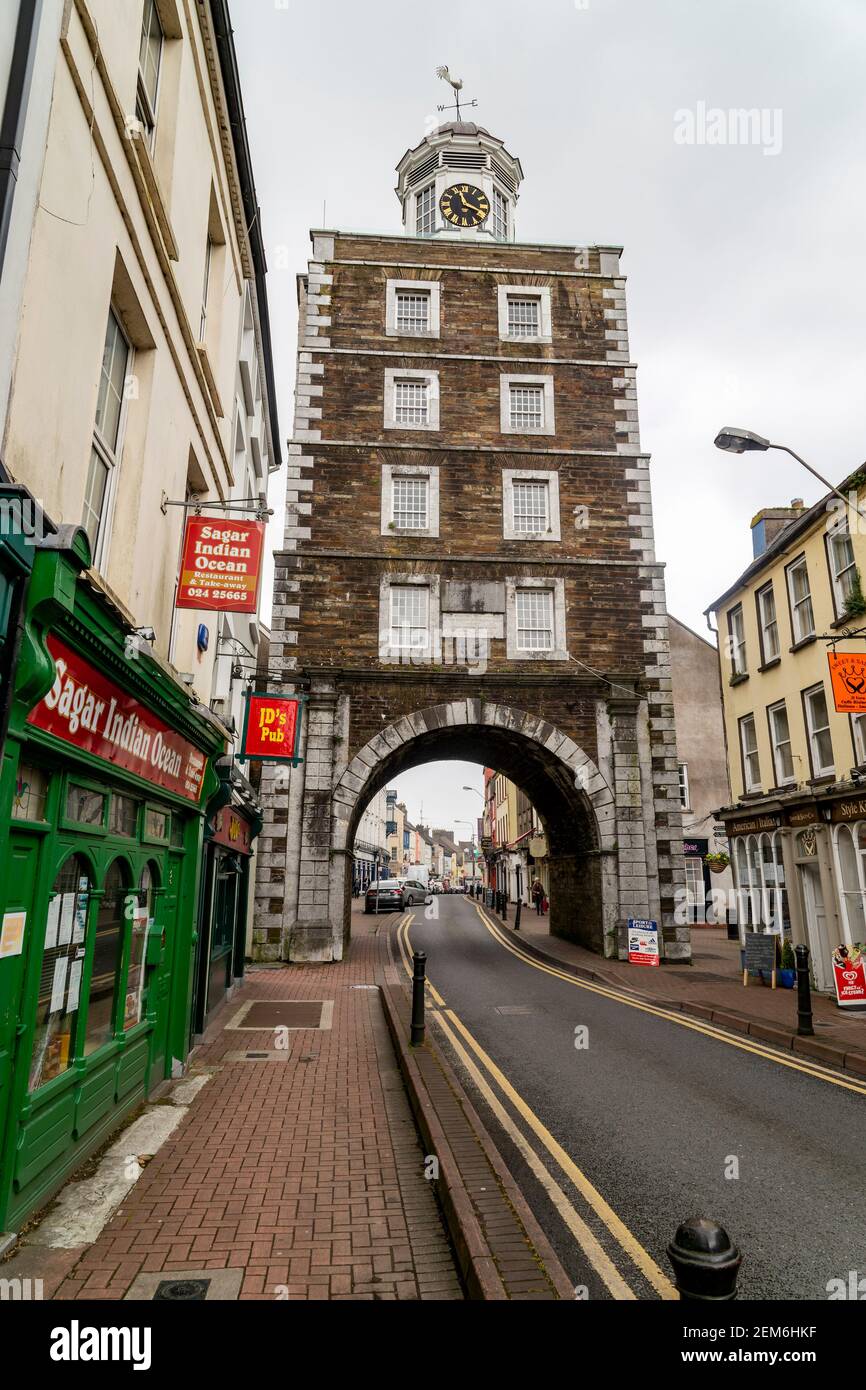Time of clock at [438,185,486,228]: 11:18
